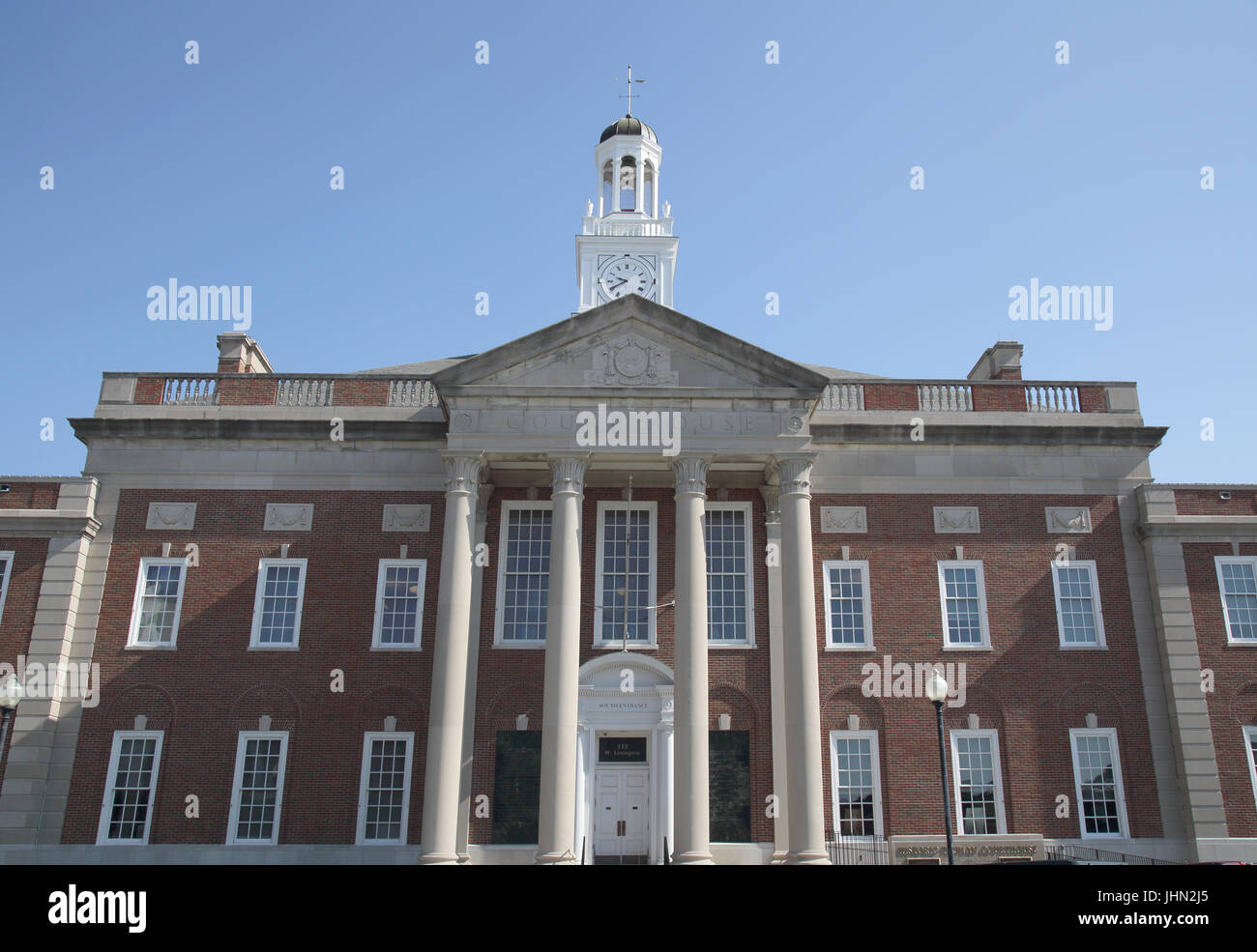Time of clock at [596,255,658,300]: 9:40
